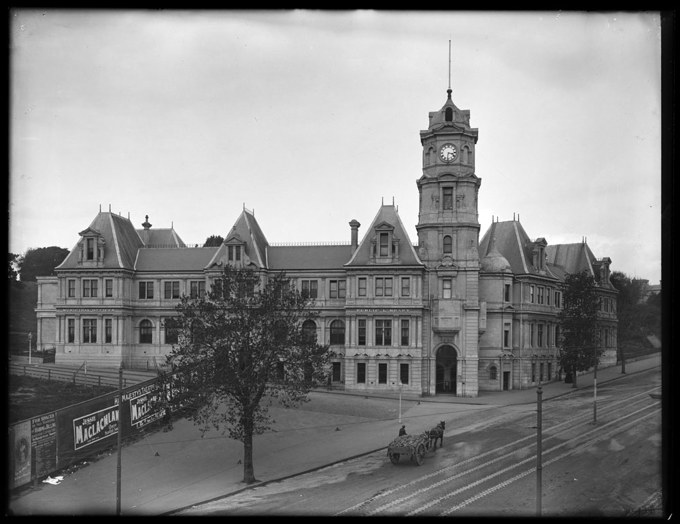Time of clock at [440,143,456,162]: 3:31
